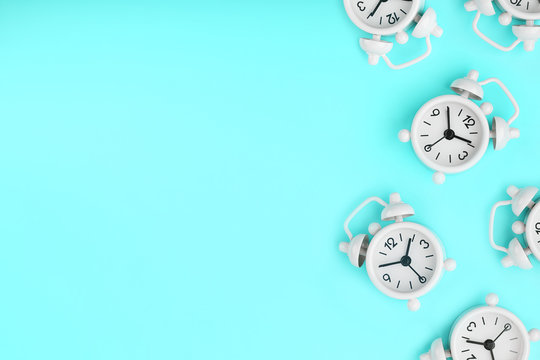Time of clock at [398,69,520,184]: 4:00
